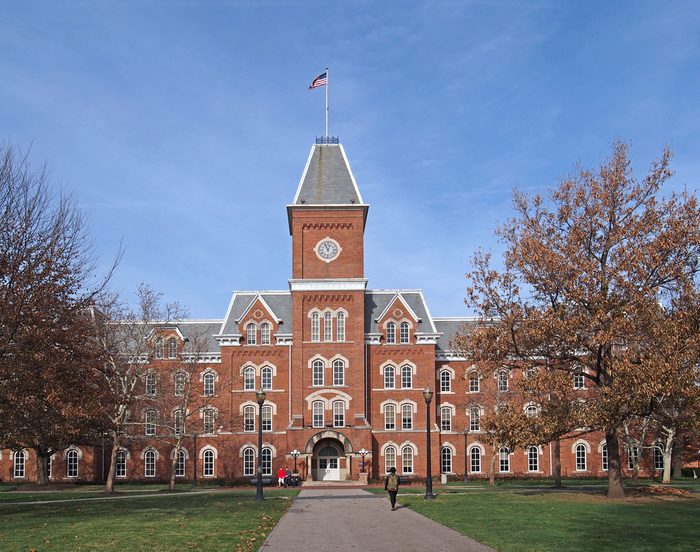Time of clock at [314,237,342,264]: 12:56
